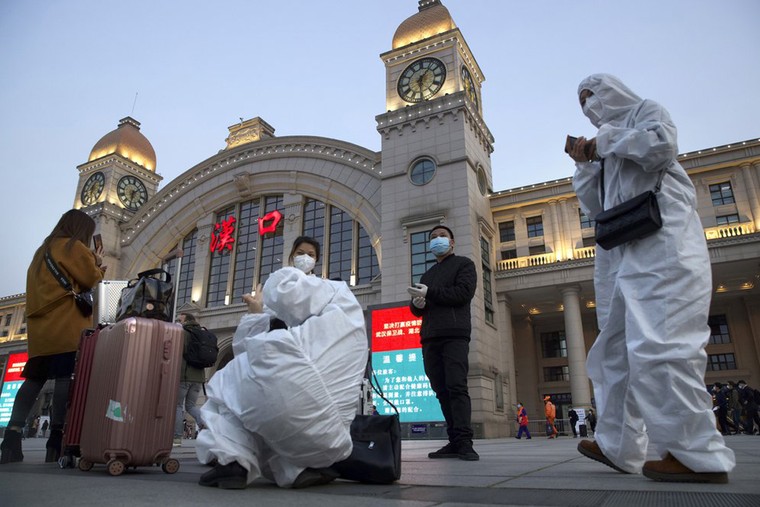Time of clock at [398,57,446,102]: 6:06
